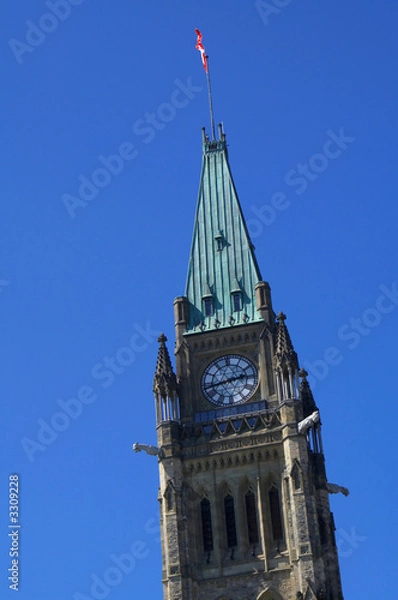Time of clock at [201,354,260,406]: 2:43
